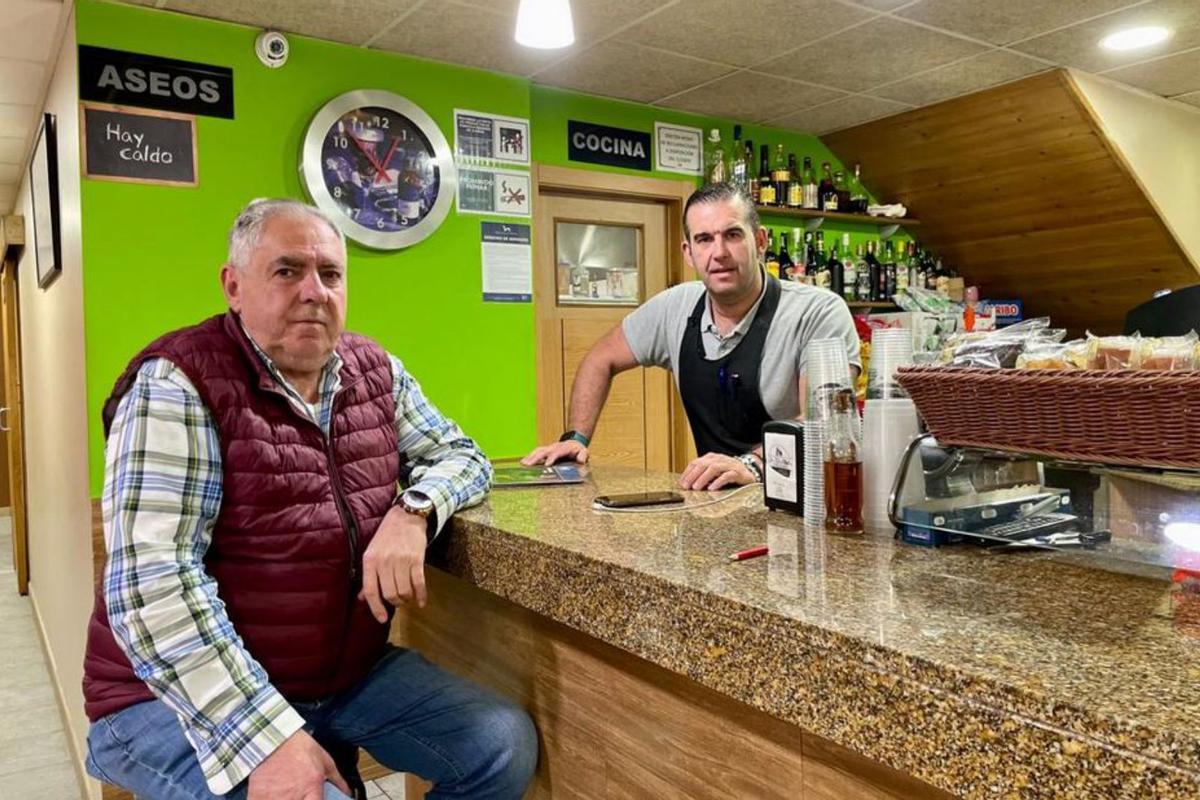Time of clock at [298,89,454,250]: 12:52
